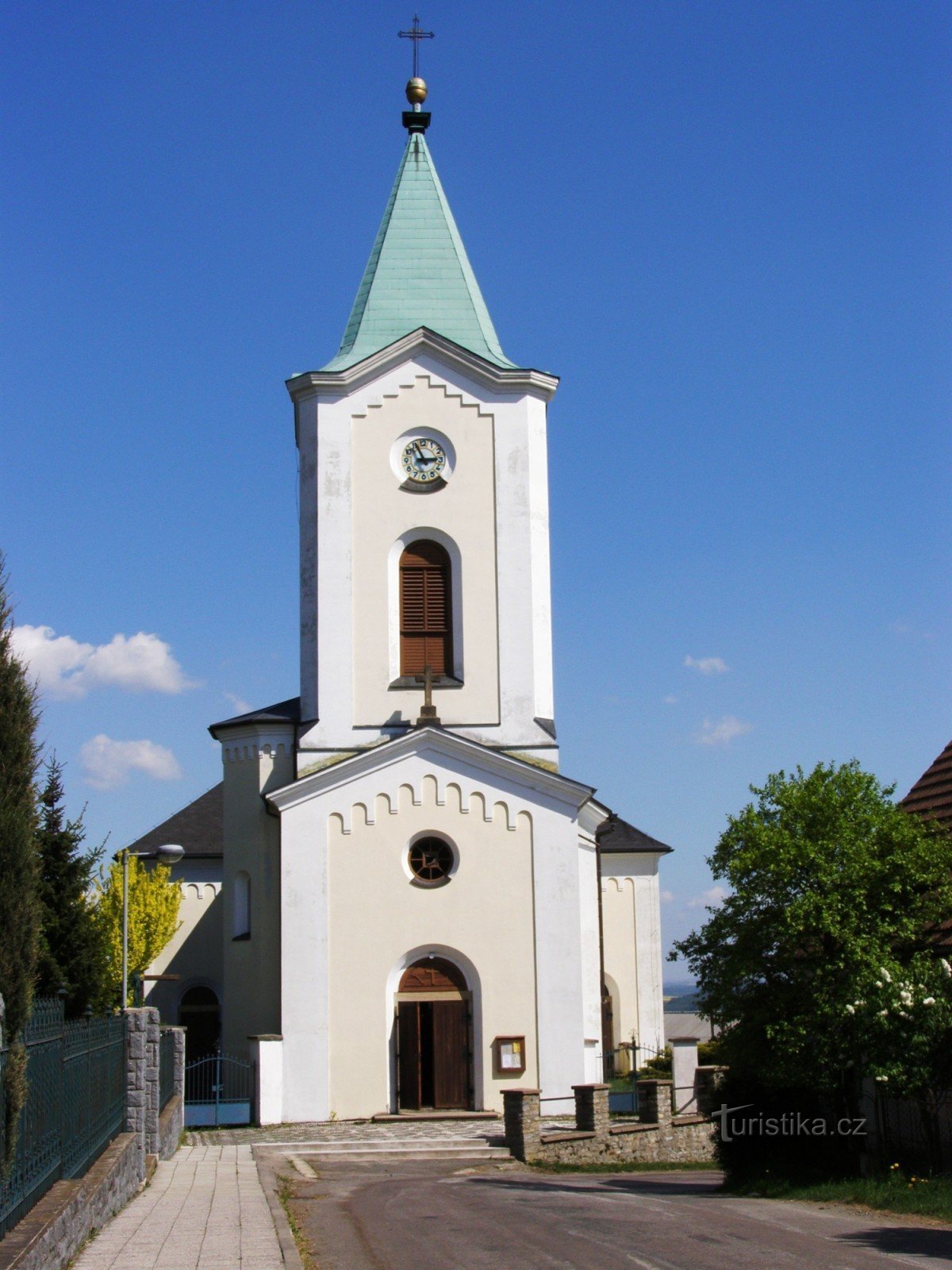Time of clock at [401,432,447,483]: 2:56
